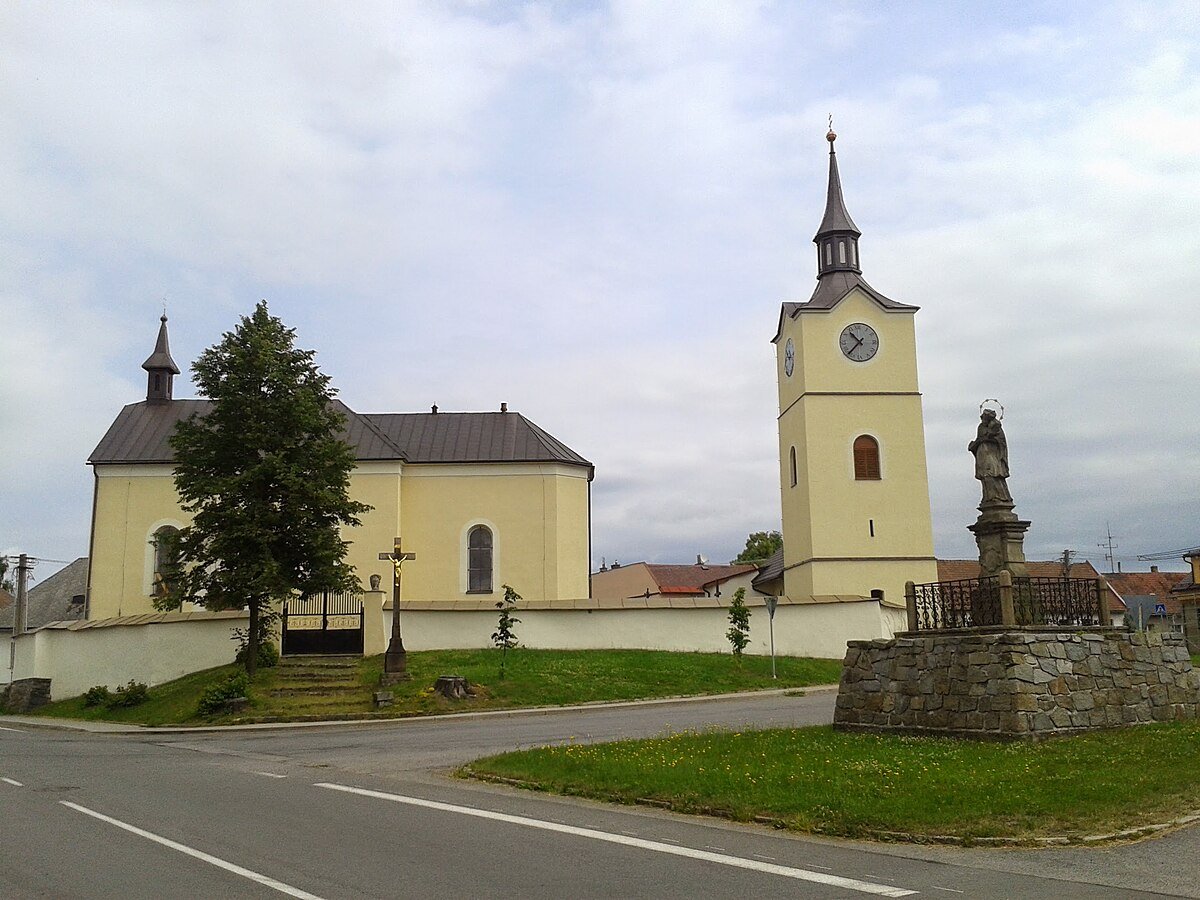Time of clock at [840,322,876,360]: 10:37
